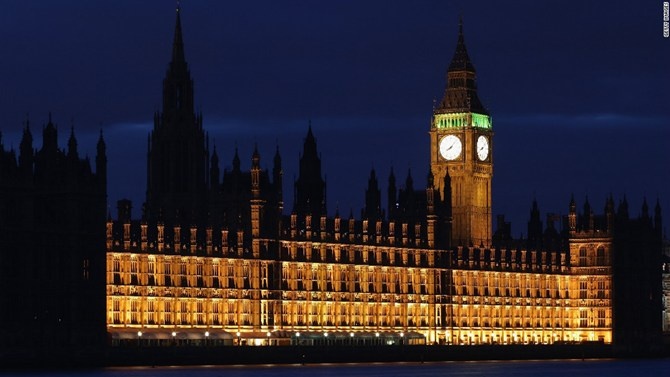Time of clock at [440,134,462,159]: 8:07
